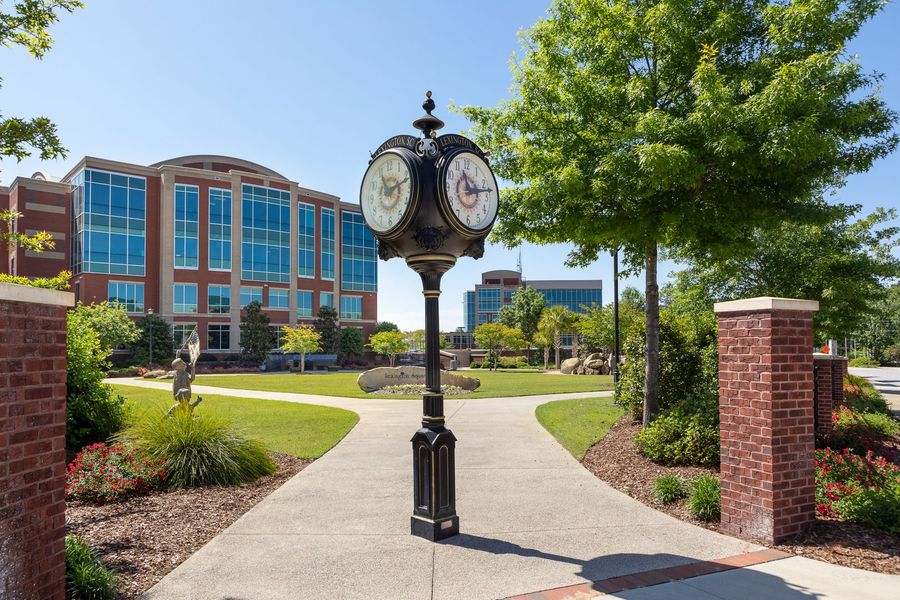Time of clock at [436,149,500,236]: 11:13
